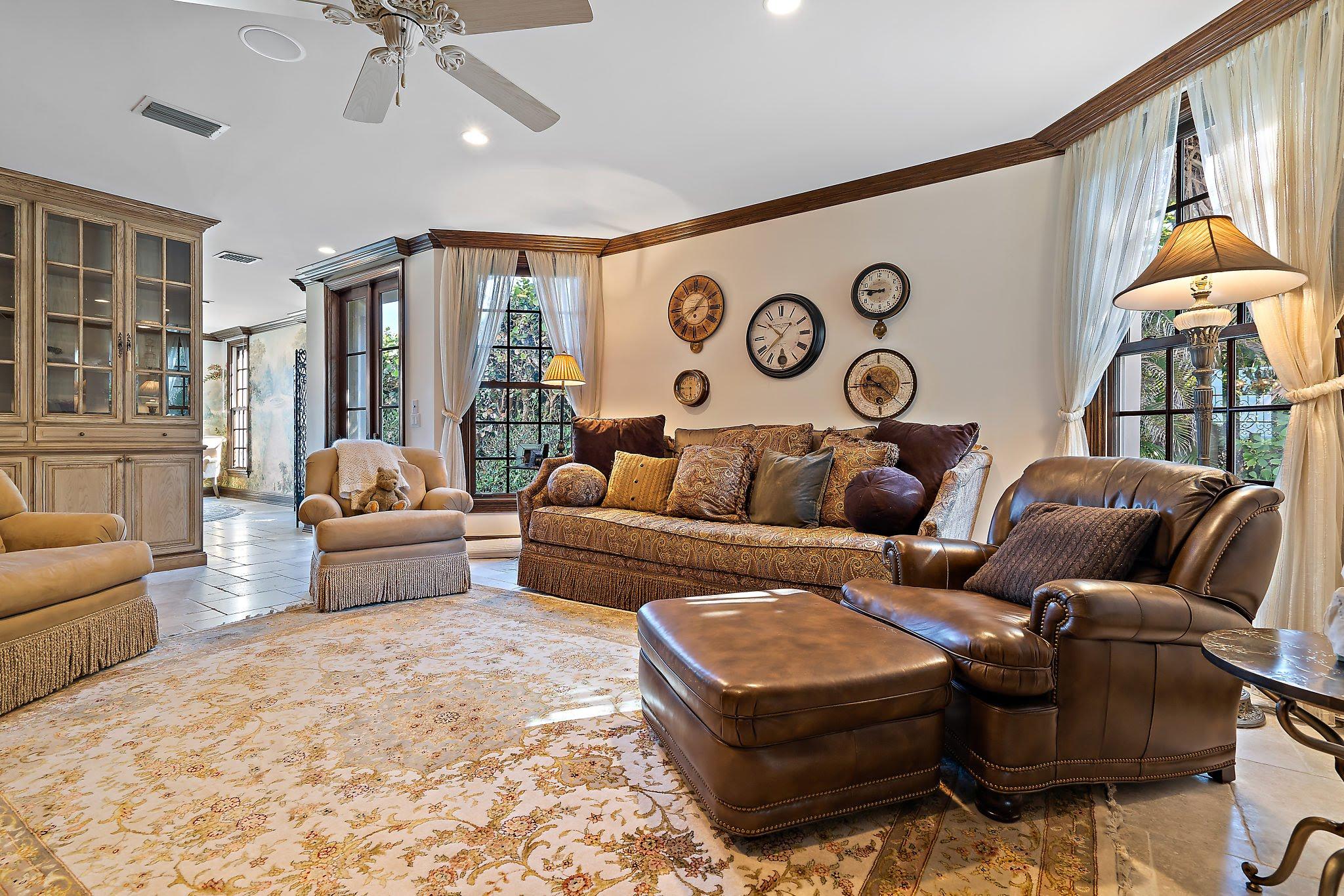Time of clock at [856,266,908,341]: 8:46
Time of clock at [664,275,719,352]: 8:06
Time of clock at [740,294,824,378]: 10:37
